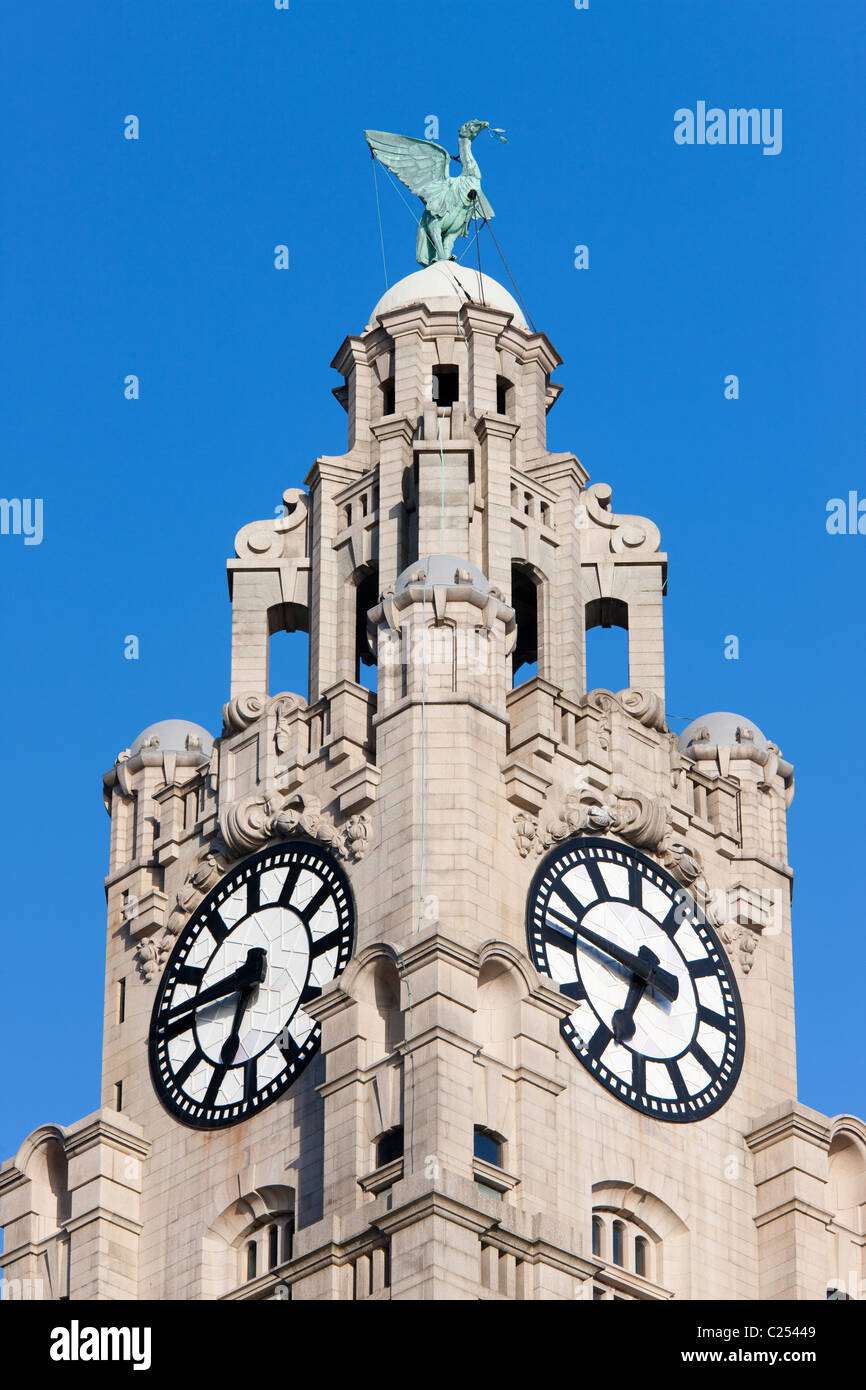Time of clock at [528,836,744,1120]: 6:47
